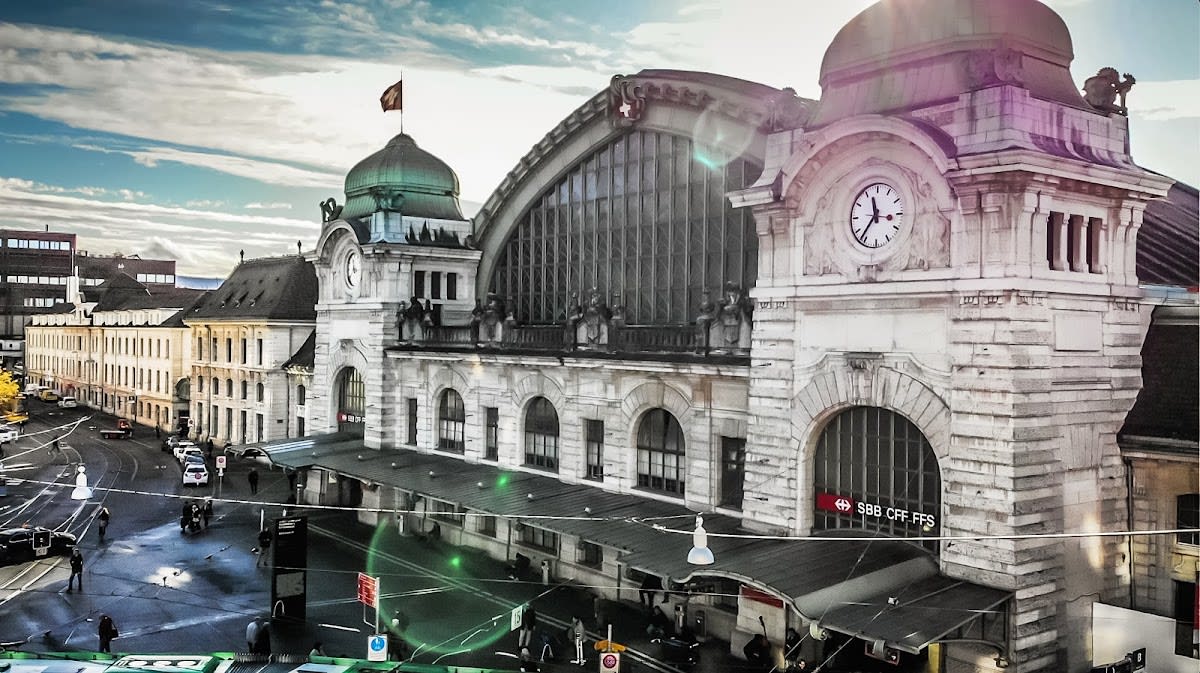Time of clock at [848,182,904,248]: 11:36
